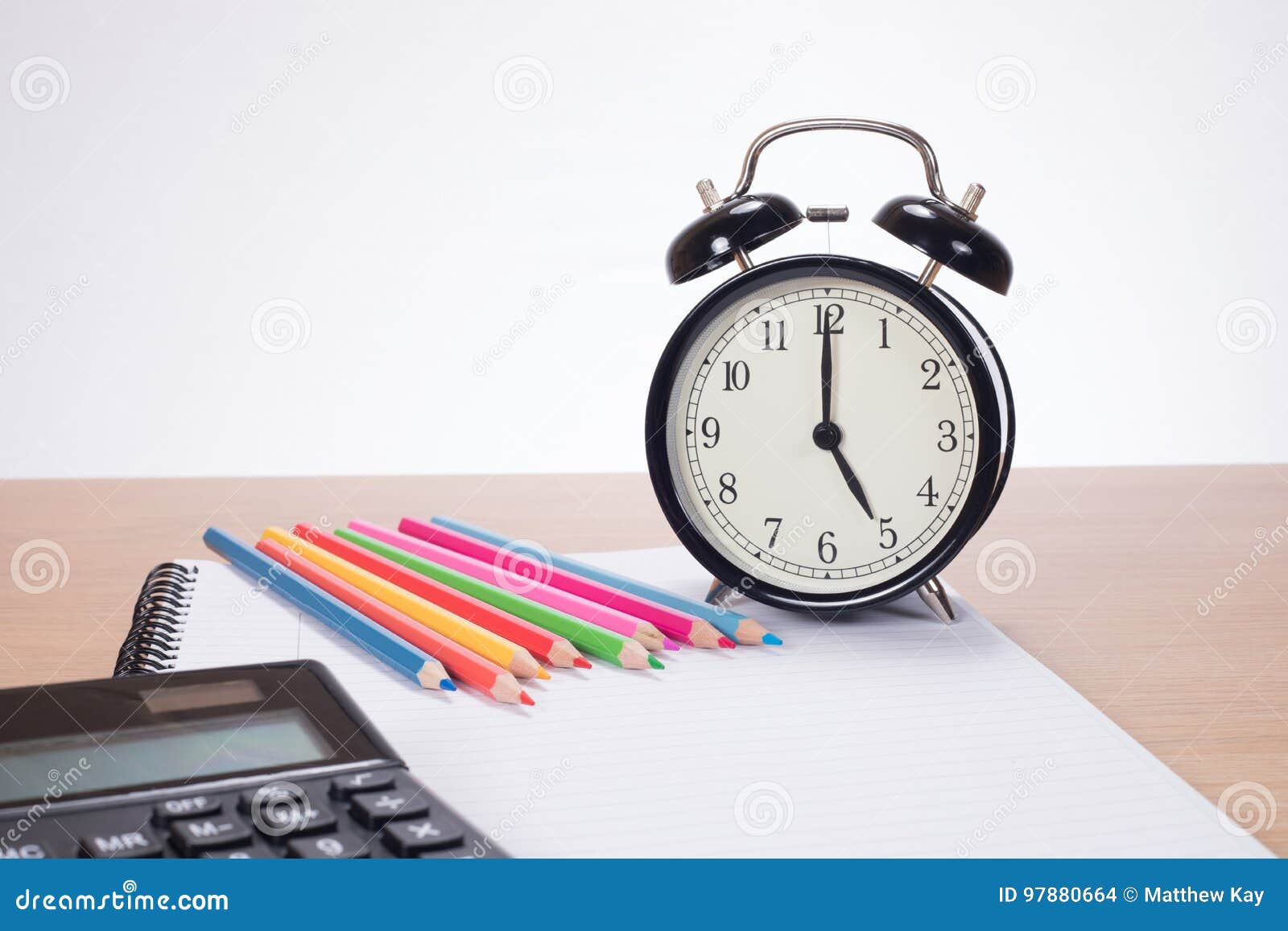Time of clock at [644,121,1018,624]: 5:00
